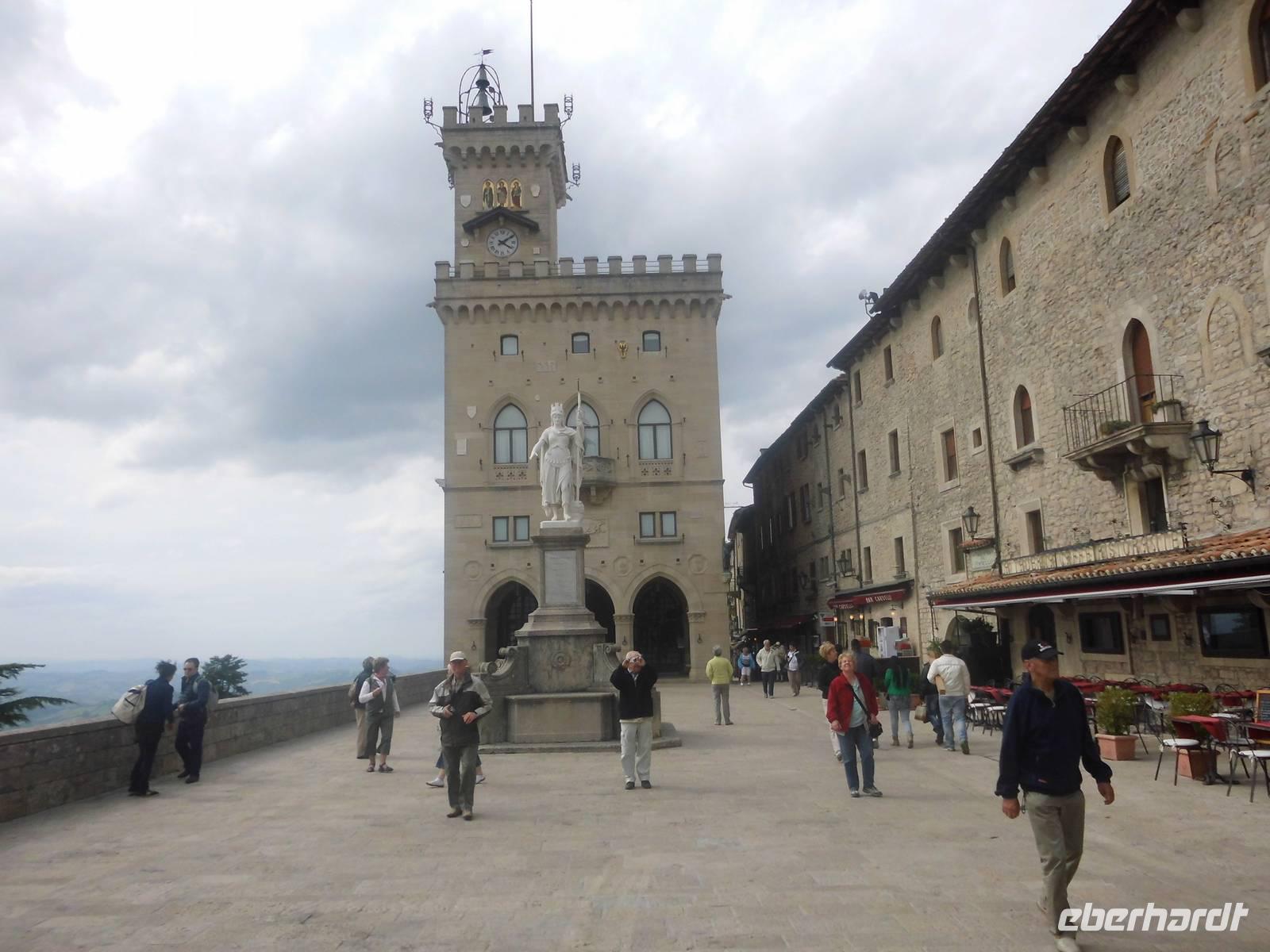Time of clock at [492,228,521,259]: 4:09
